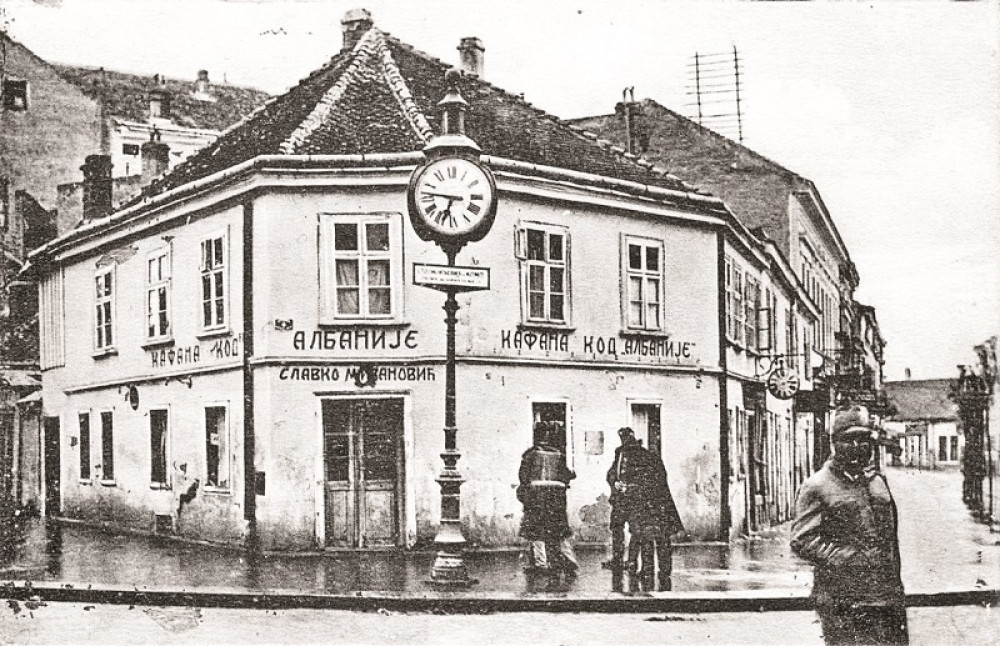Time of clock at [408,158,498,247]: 6:46
